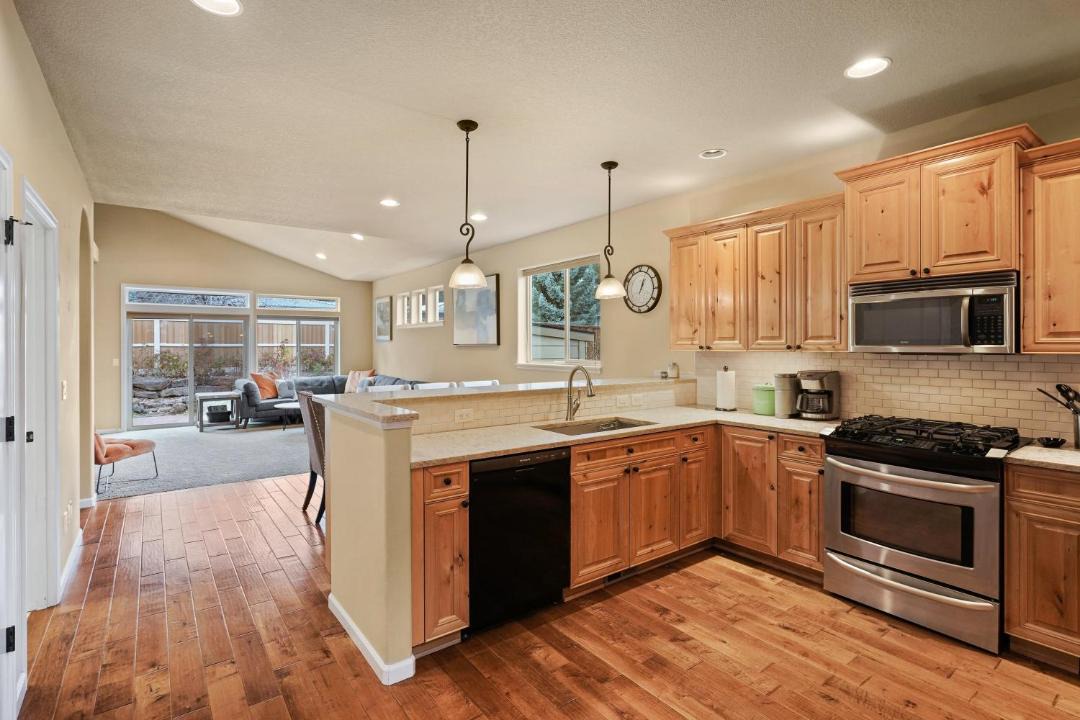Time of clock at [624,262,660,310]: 1:03
